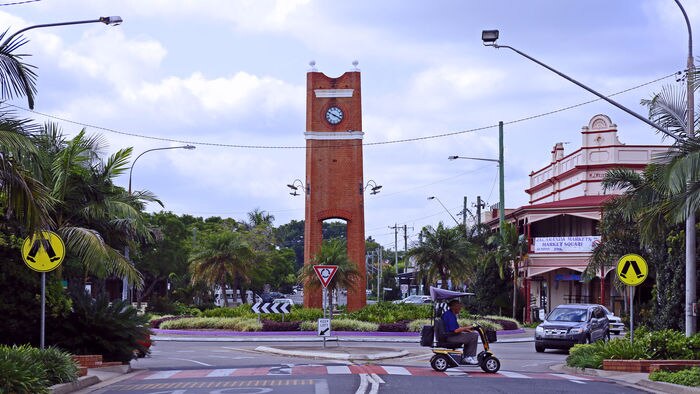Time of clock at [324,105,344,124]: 3:49
